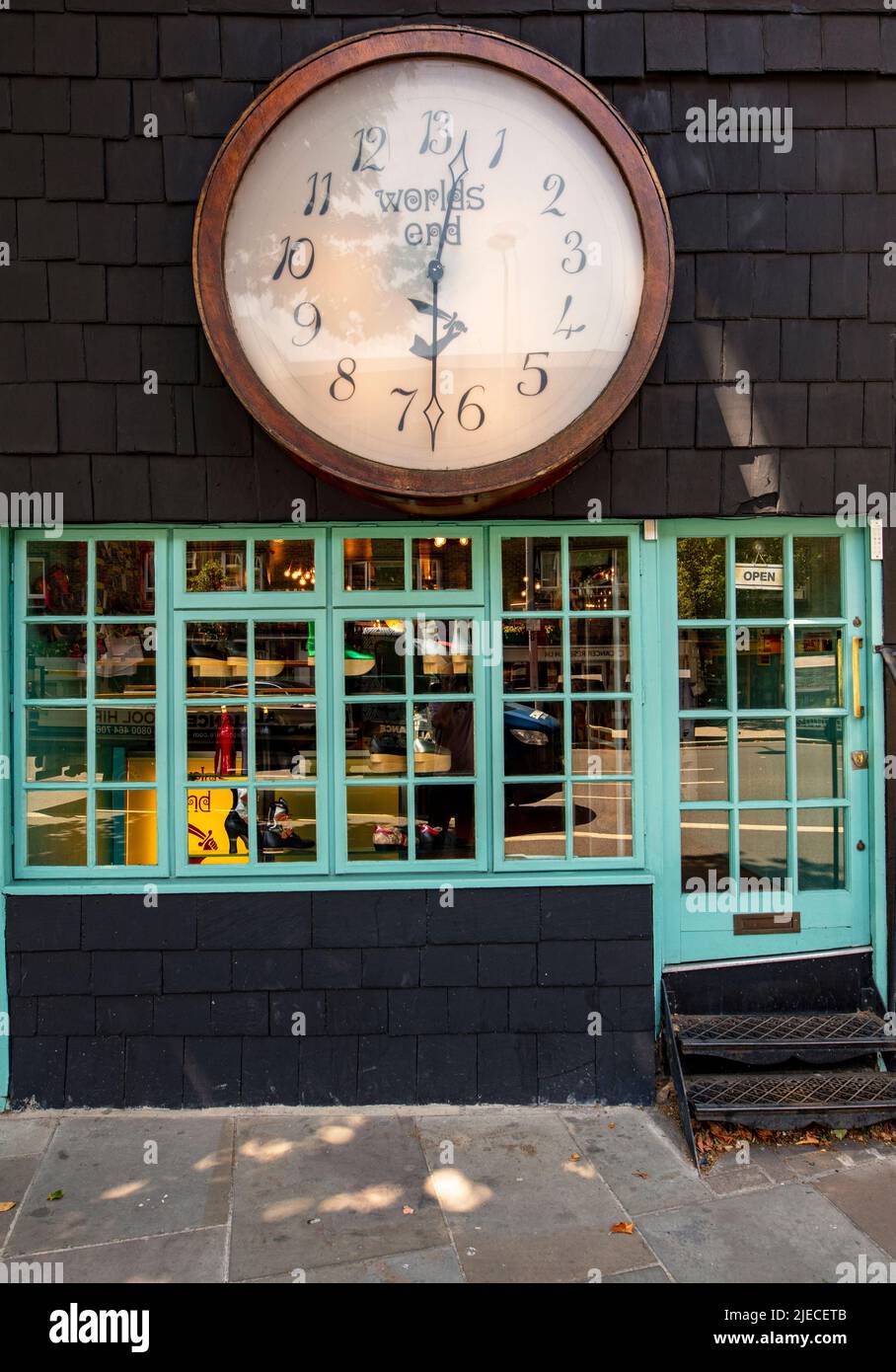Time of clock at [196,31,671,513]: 12:32
